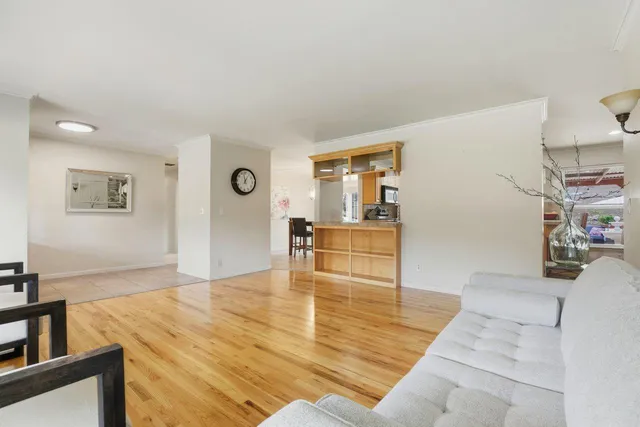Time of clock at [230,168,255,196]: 12:57
